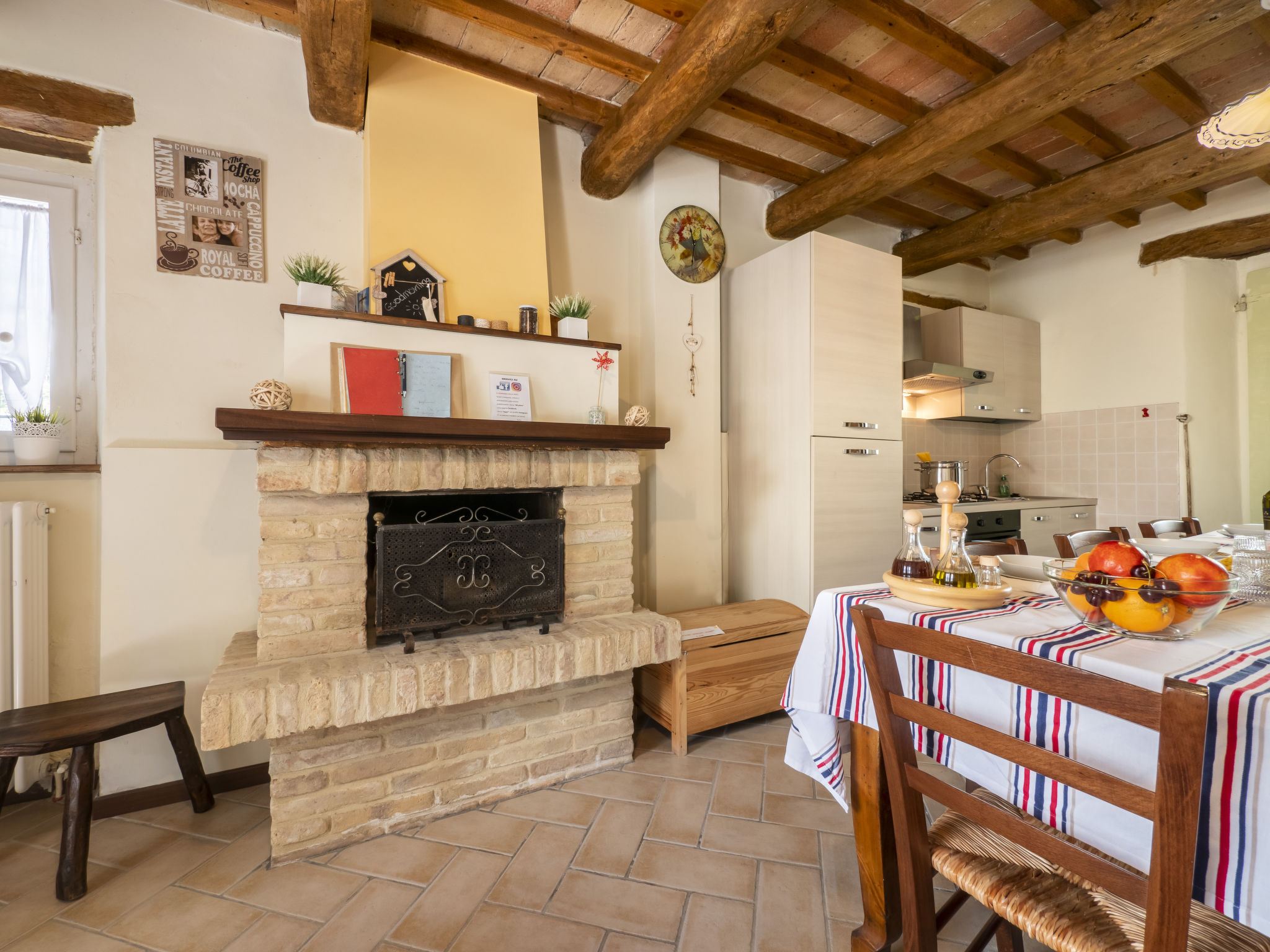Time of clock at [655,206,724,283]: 11:31
